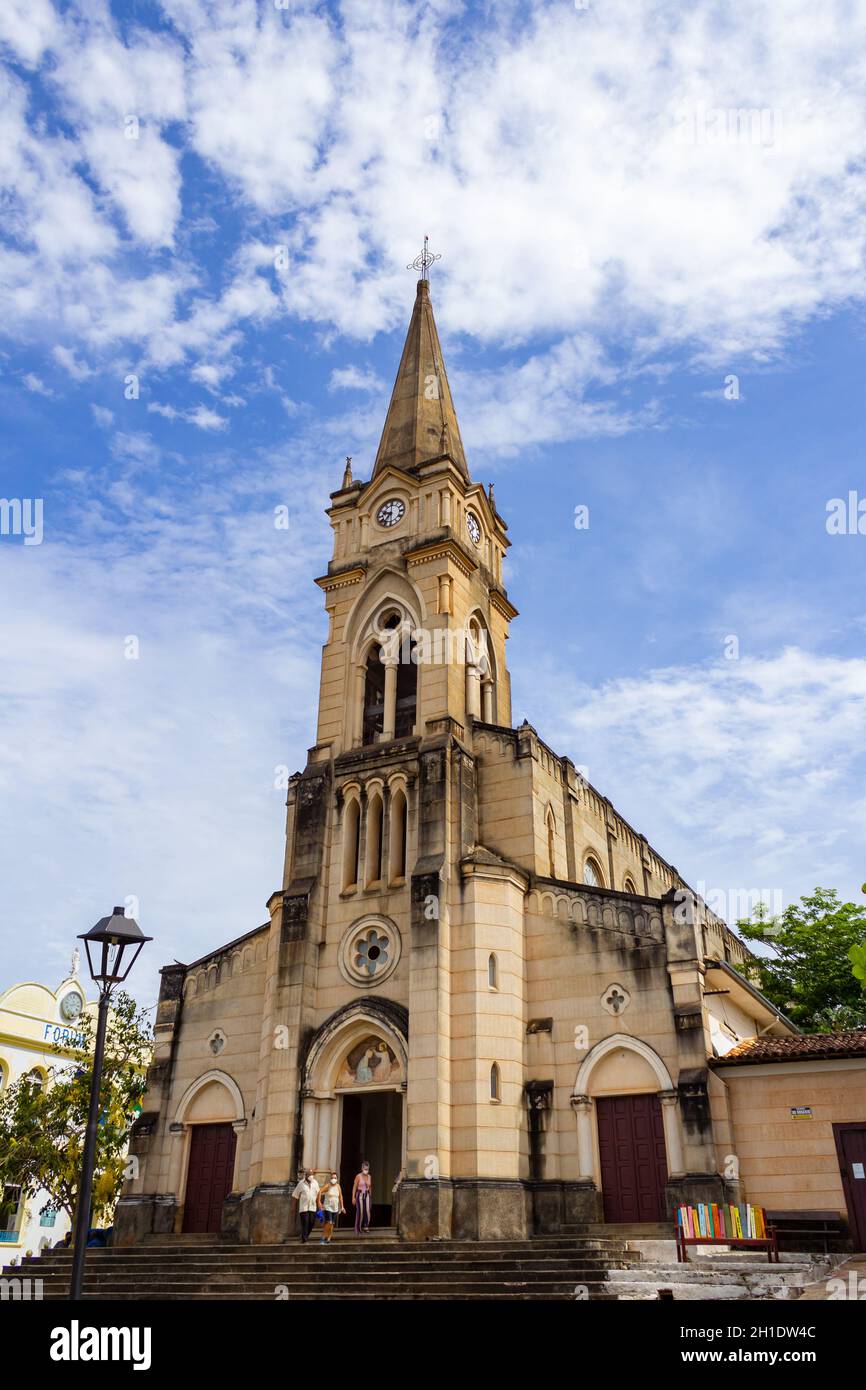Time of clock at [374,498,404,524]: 9:36
